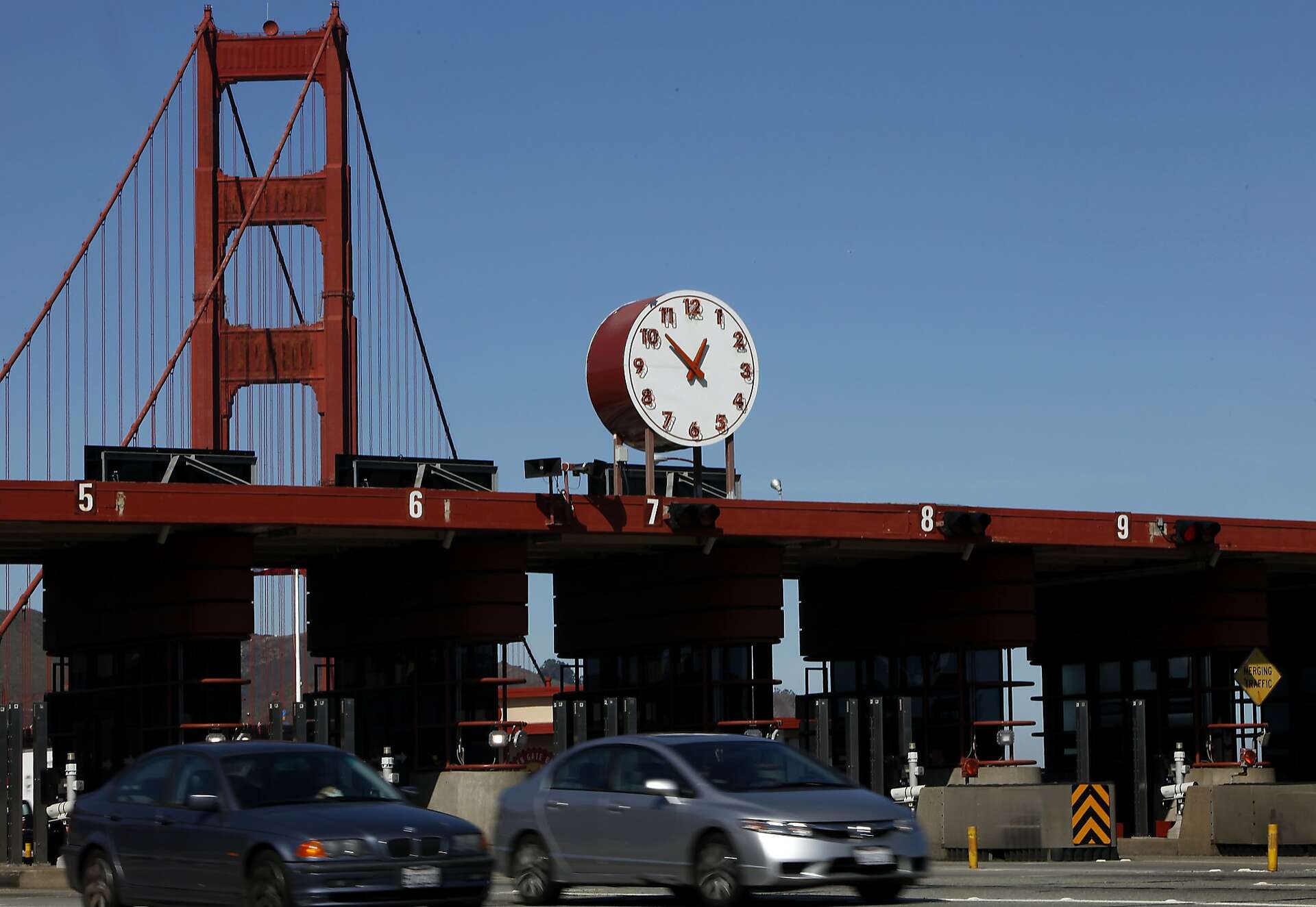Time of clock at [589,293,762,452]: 12:52
